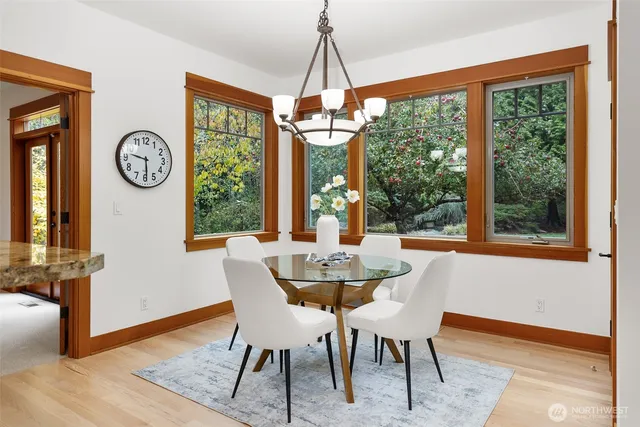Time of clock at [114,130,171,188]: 9:29
